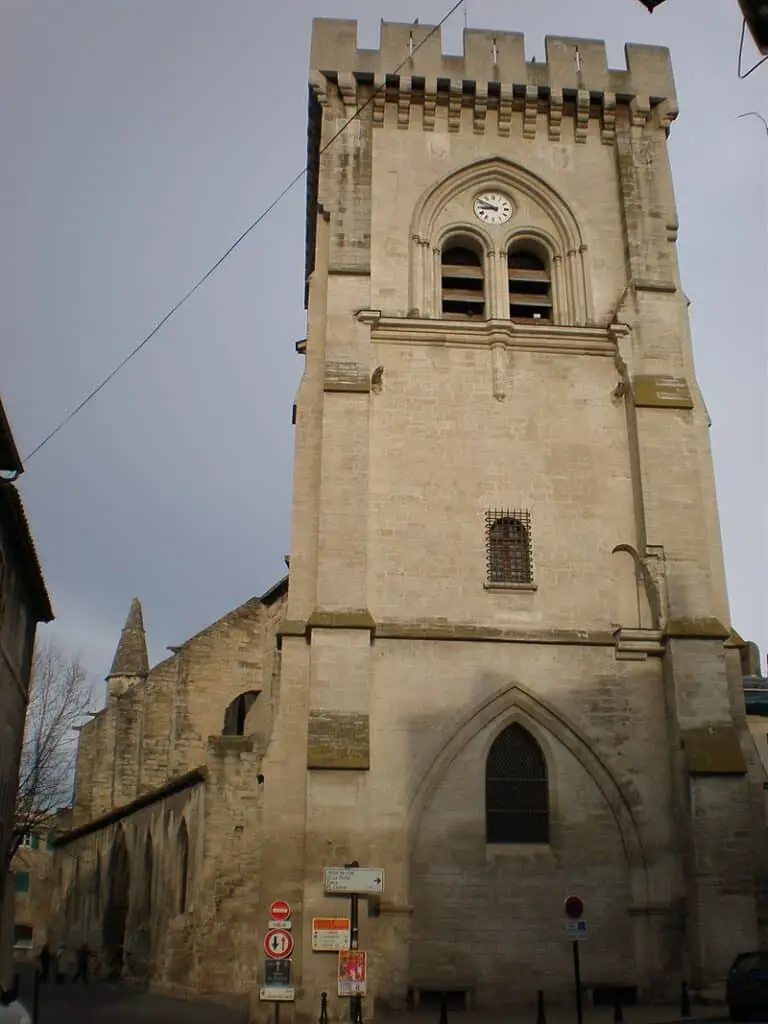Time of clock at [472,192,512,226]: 8:49
